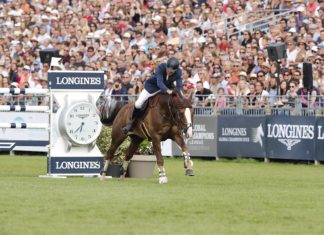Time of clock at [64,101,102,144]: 6:37
